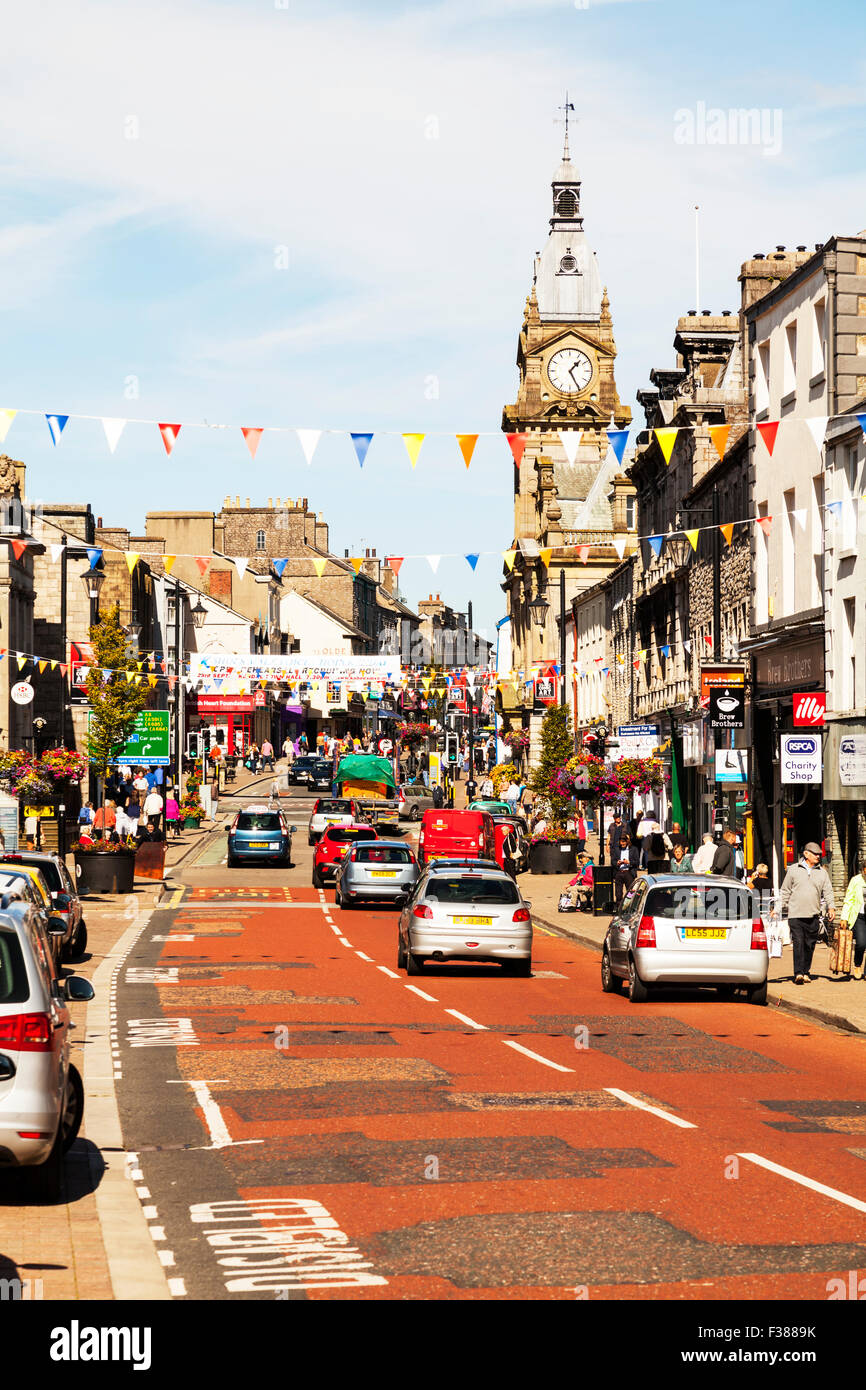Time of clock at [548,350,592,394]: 1:25
